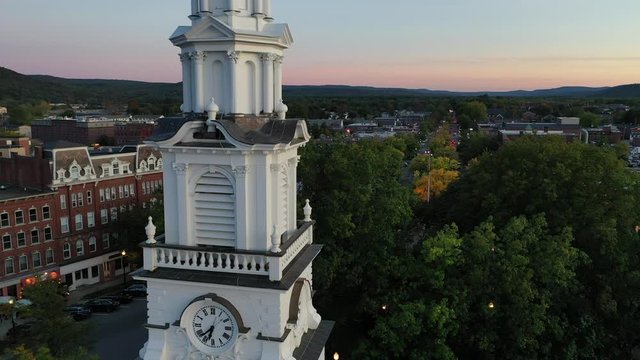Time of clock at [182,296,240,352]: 6:38
